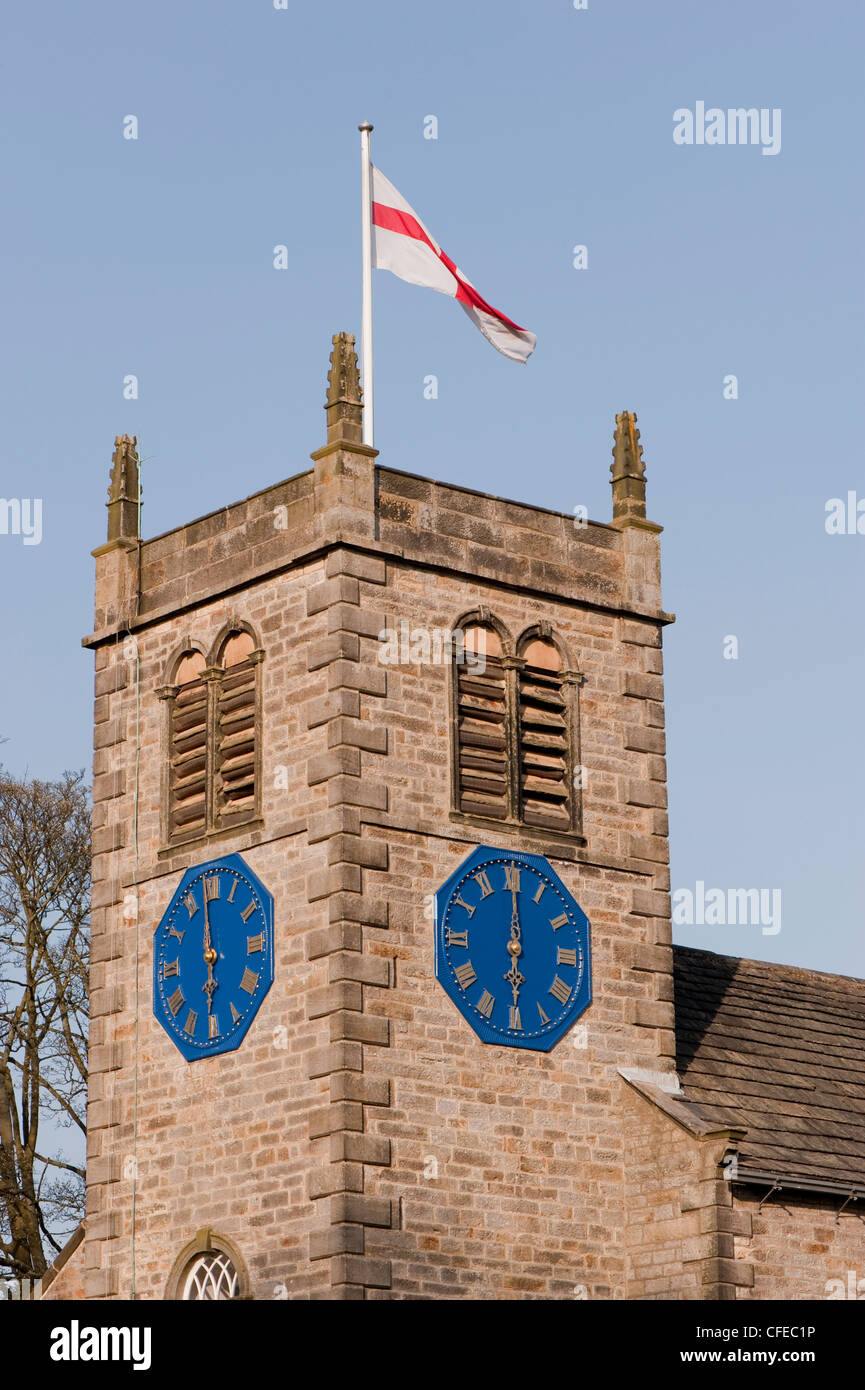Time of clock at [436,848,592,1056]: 6:00
